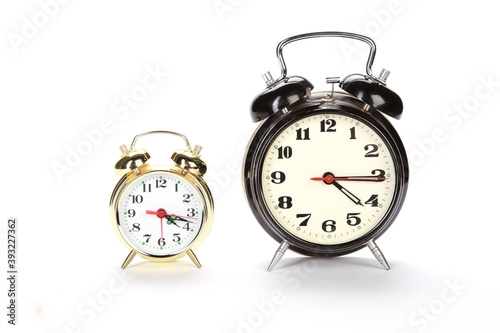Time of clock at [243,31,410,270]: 4:15
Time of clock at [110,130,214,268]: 4:17
